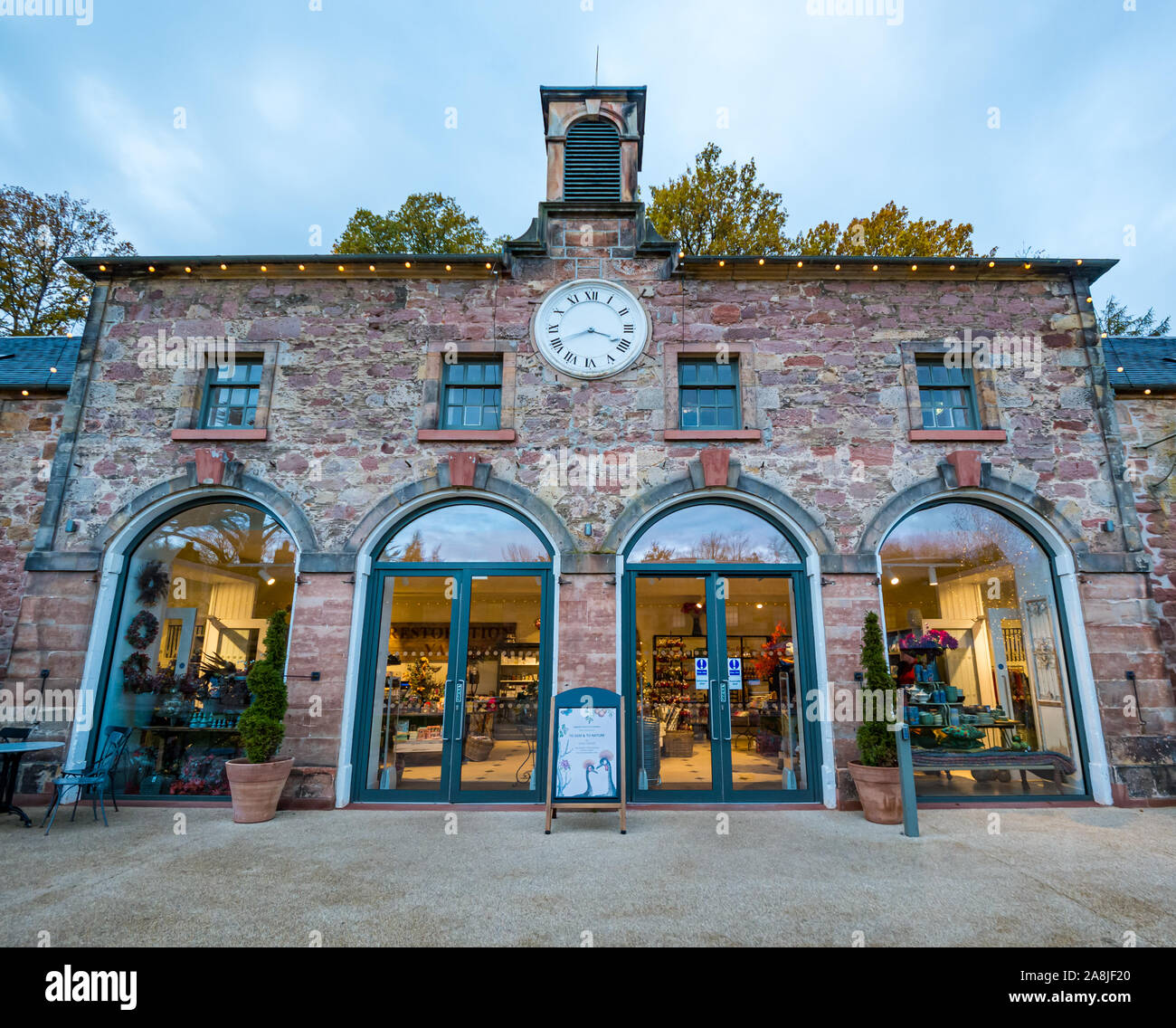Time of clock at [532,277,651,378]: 3:41
